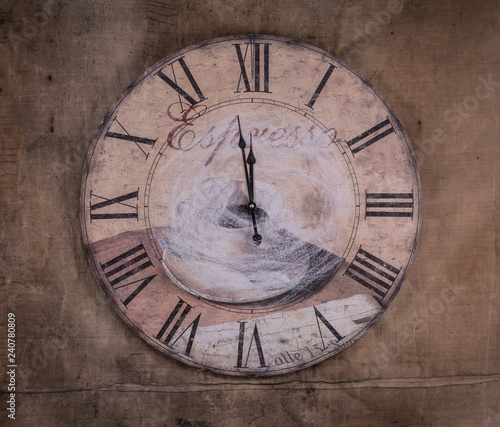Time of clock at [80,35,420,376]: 11:58
